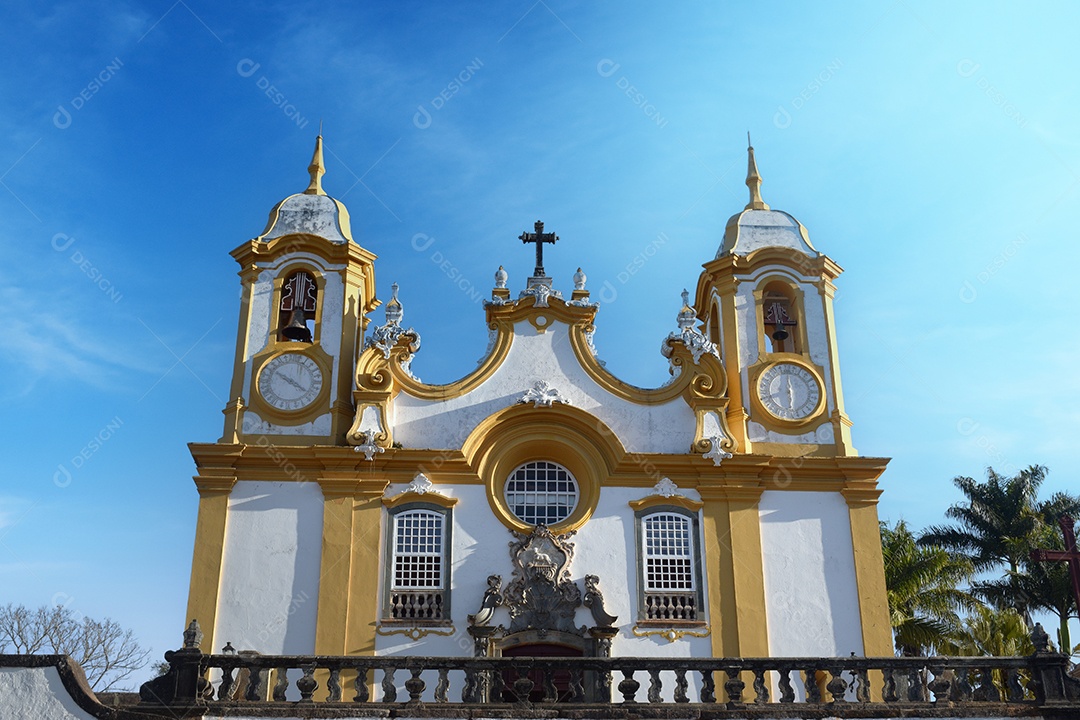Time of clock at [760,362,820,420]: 5:59
